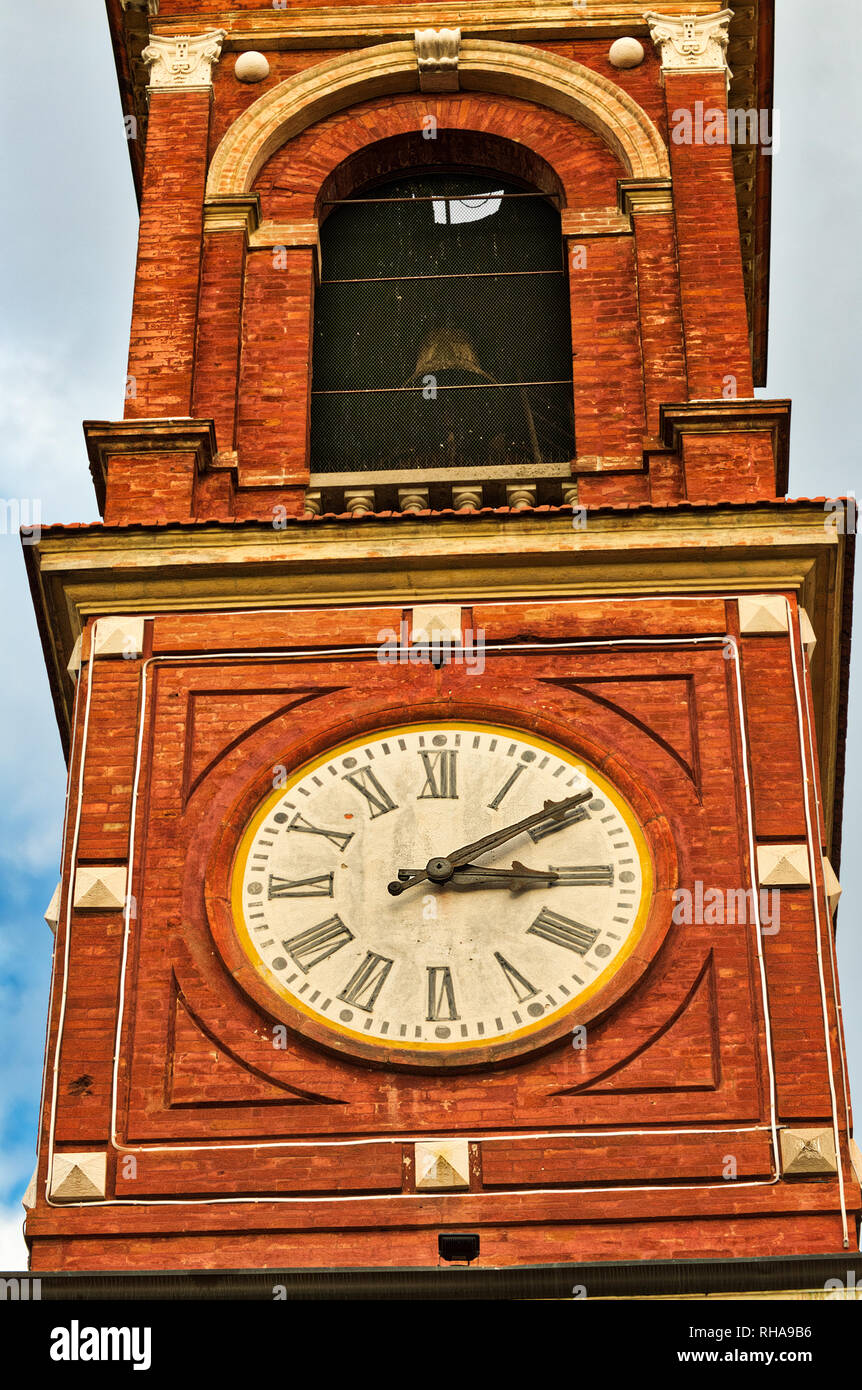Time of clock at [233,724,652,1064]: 3:09
